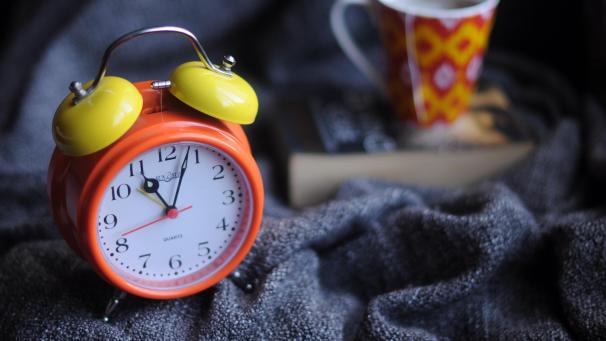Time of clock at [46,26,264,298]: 11:03
